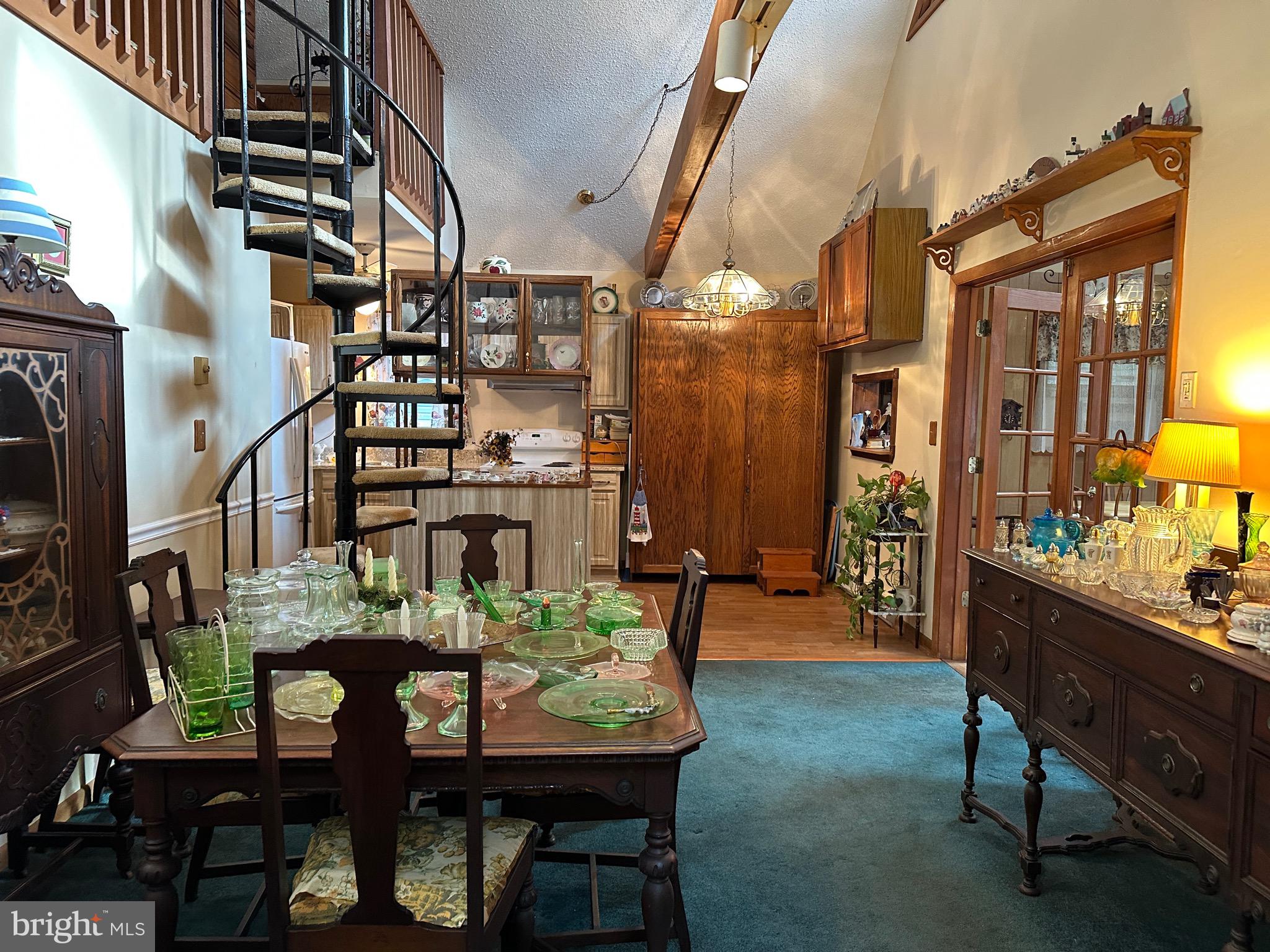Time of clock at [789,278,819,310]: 3:28
